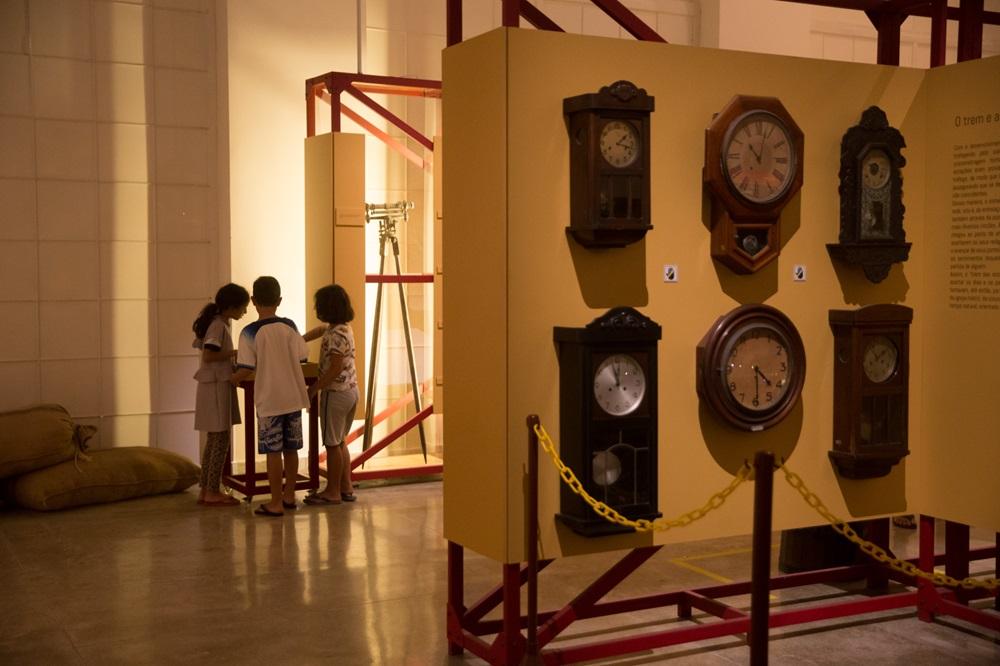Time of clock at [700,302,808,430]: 4:29
